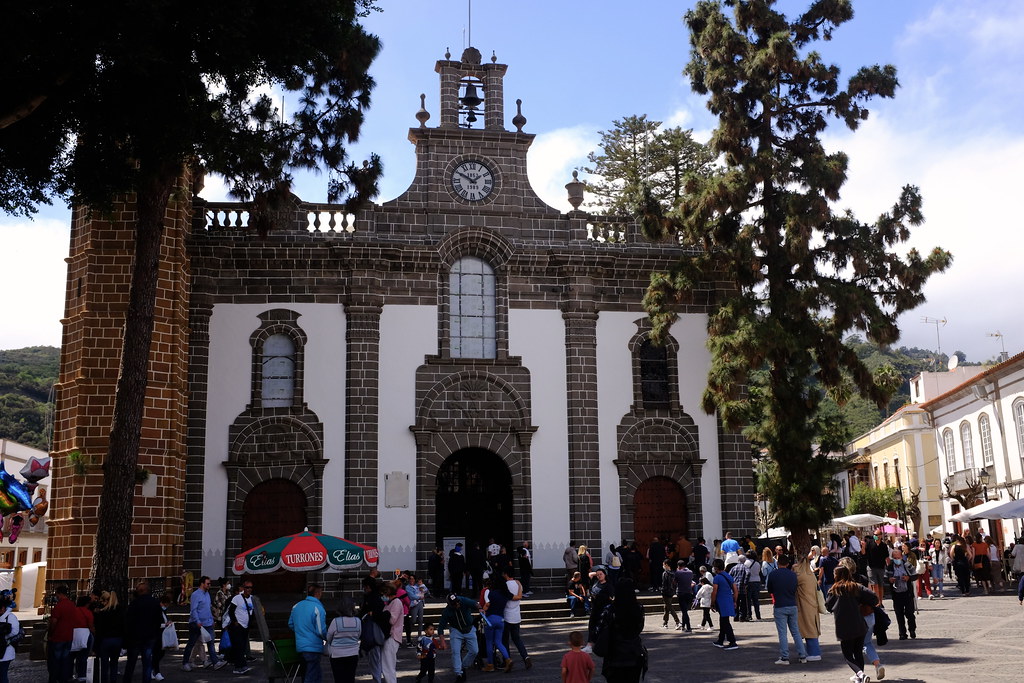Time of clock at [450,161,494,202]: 1:49
